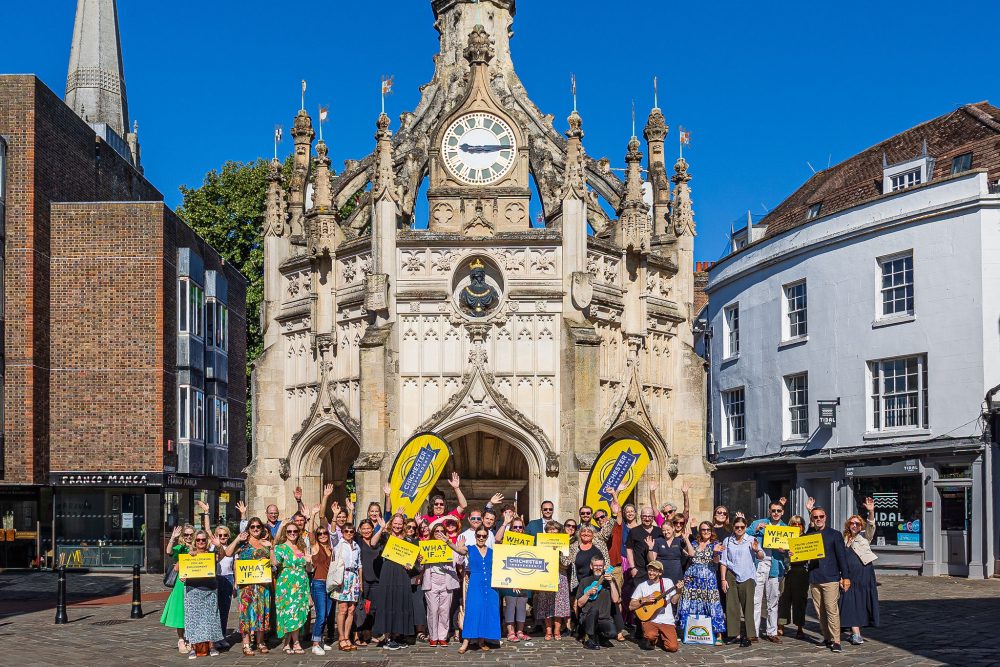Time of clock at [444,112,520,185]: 9:14
